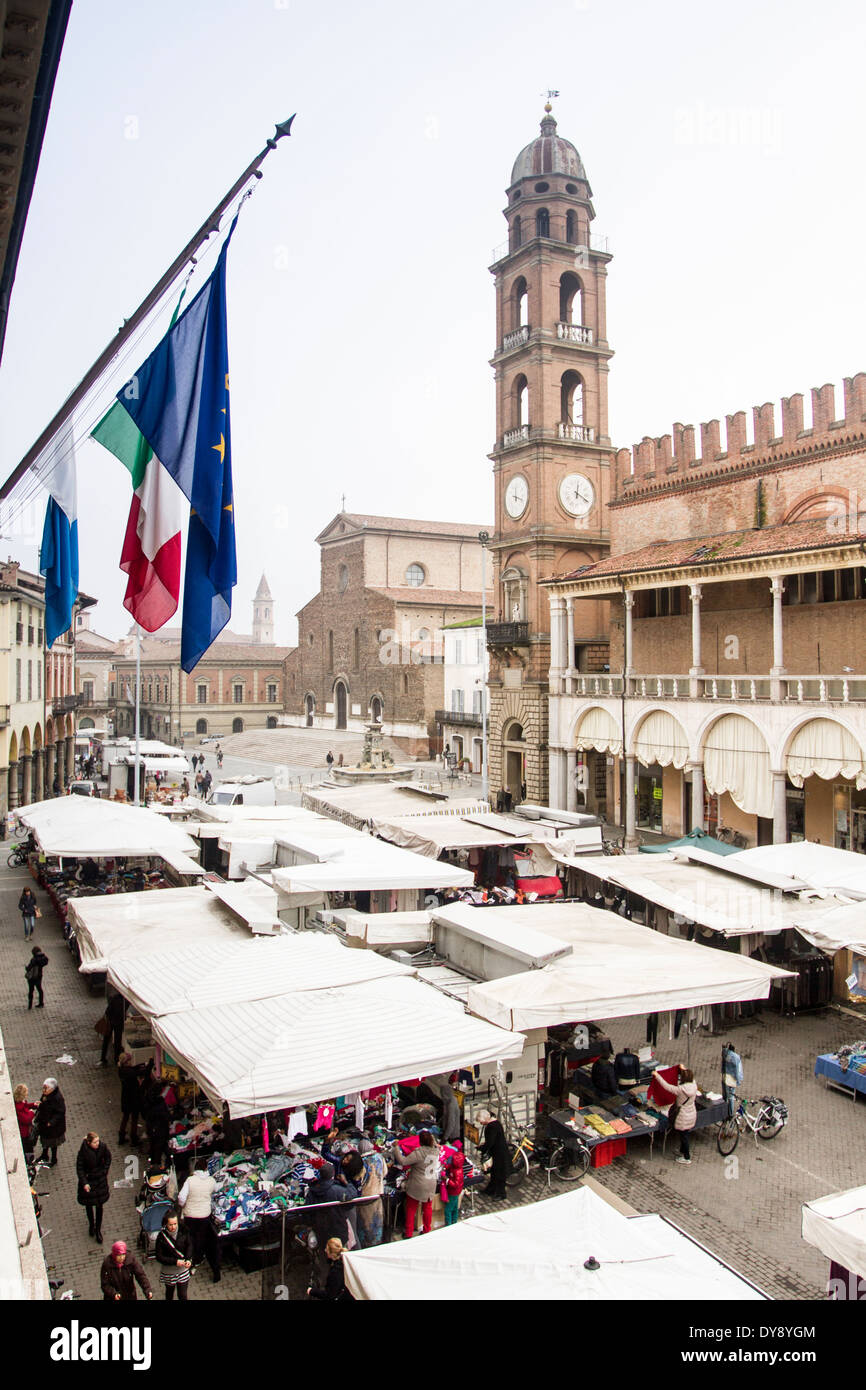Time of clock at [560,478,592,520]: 12:19
